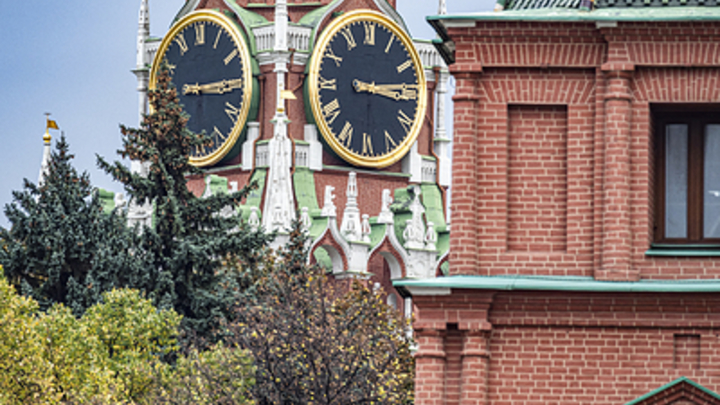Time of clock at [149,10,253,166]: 3:14
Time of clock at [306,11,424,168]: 3:13
